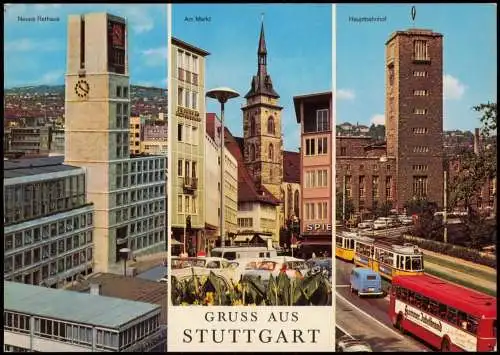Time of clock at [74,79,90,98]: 10:20
